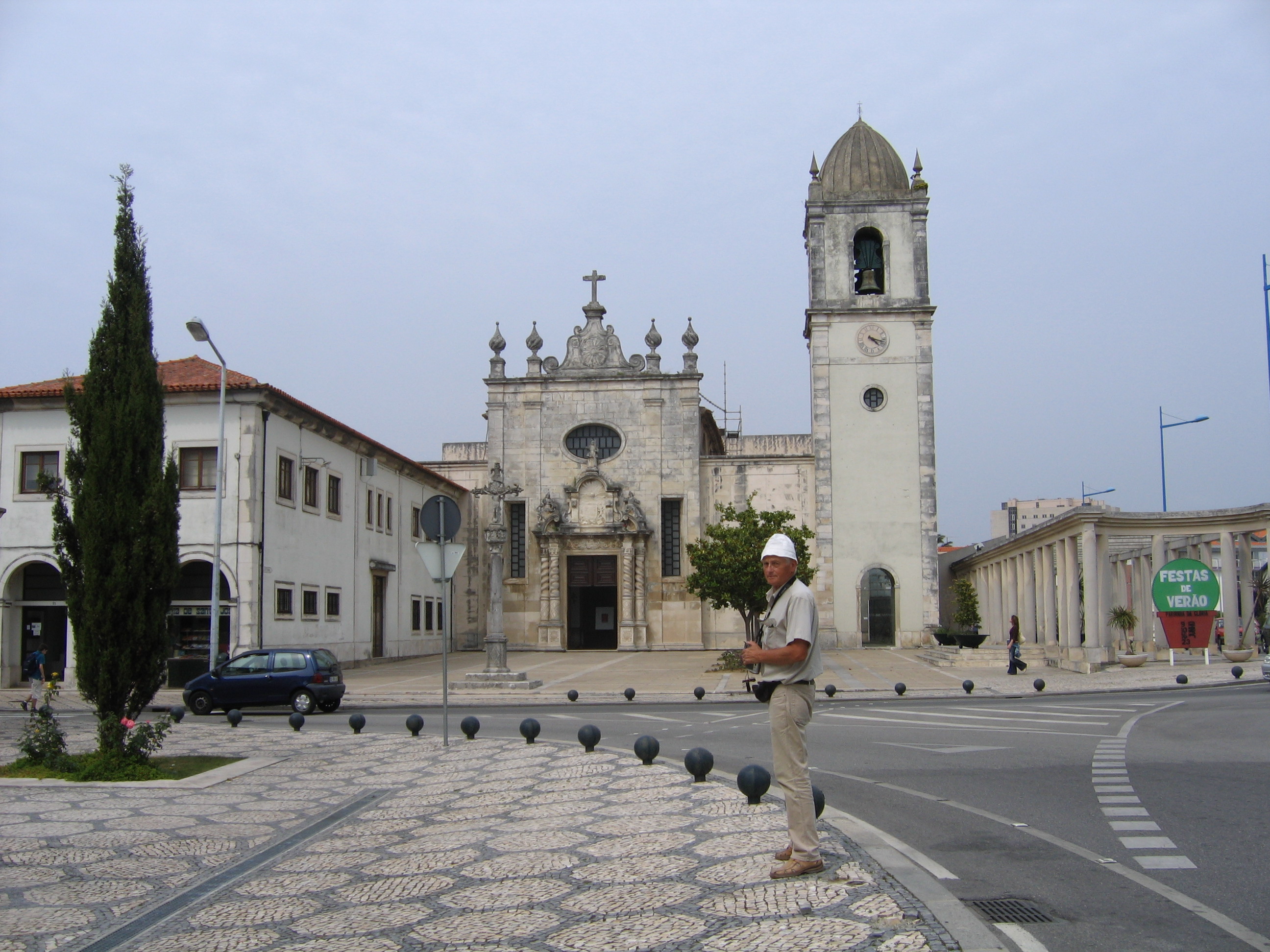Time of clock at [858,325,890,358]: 4:17
